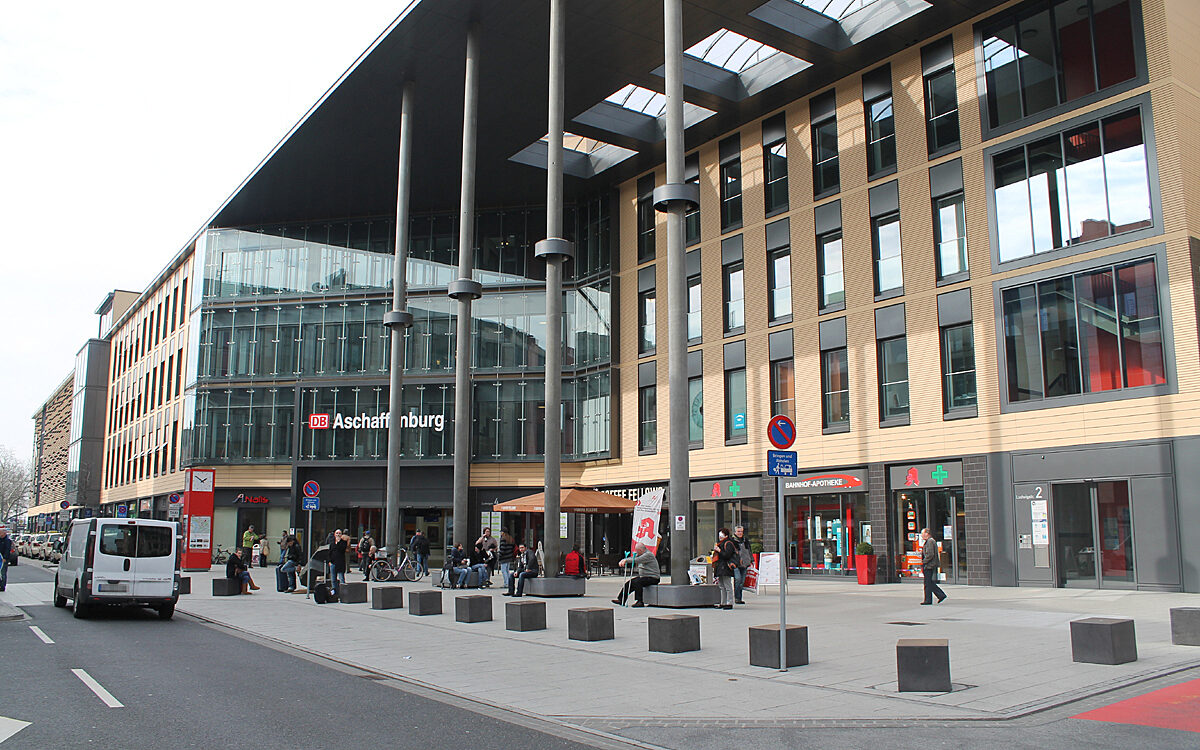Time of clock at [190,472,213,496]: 1:51
